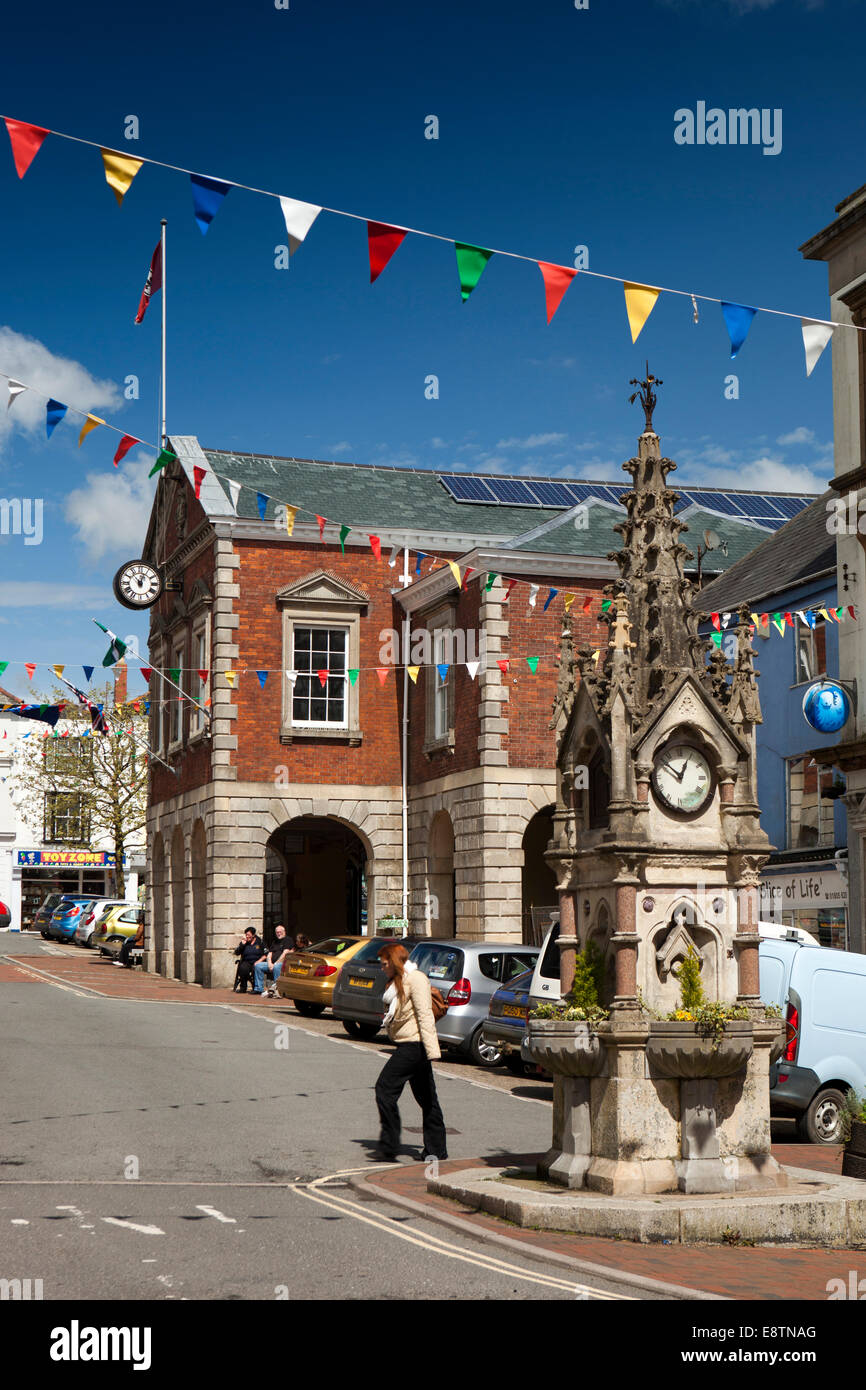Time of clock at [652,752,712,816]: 12:51
